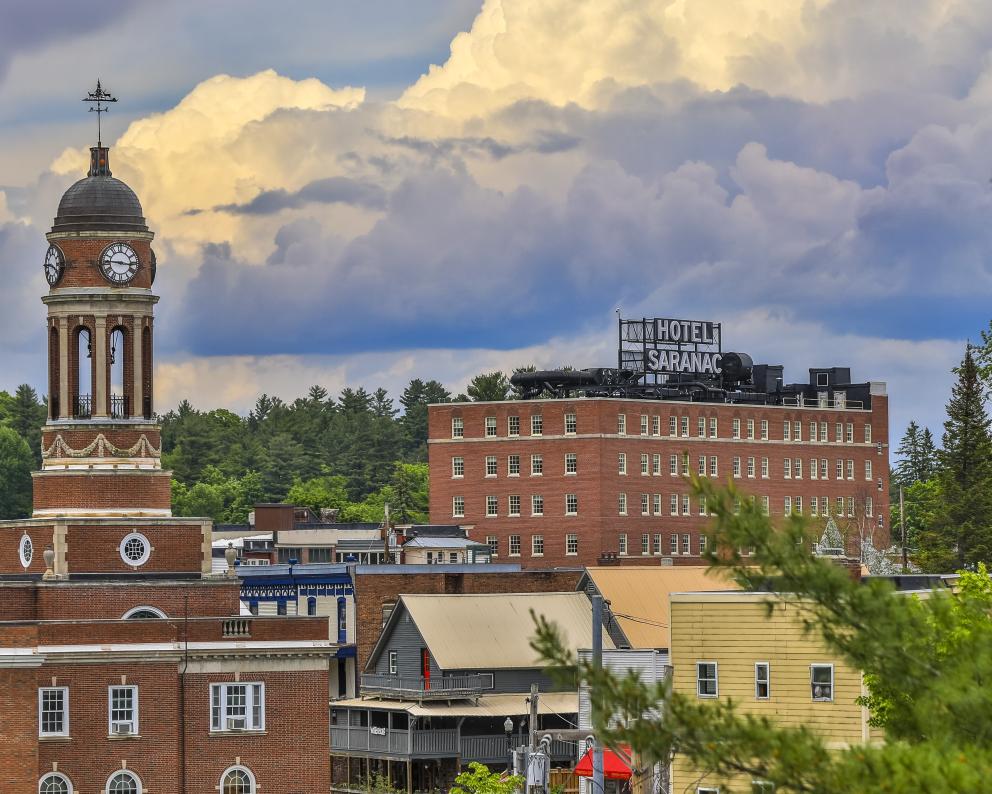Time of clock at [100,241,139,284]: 9:16
